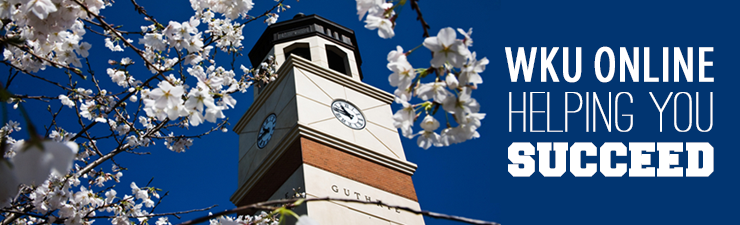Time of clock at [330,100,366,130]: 10:46
